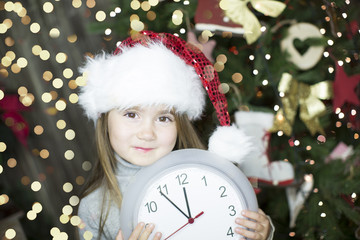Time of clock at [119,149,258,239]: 11:53
